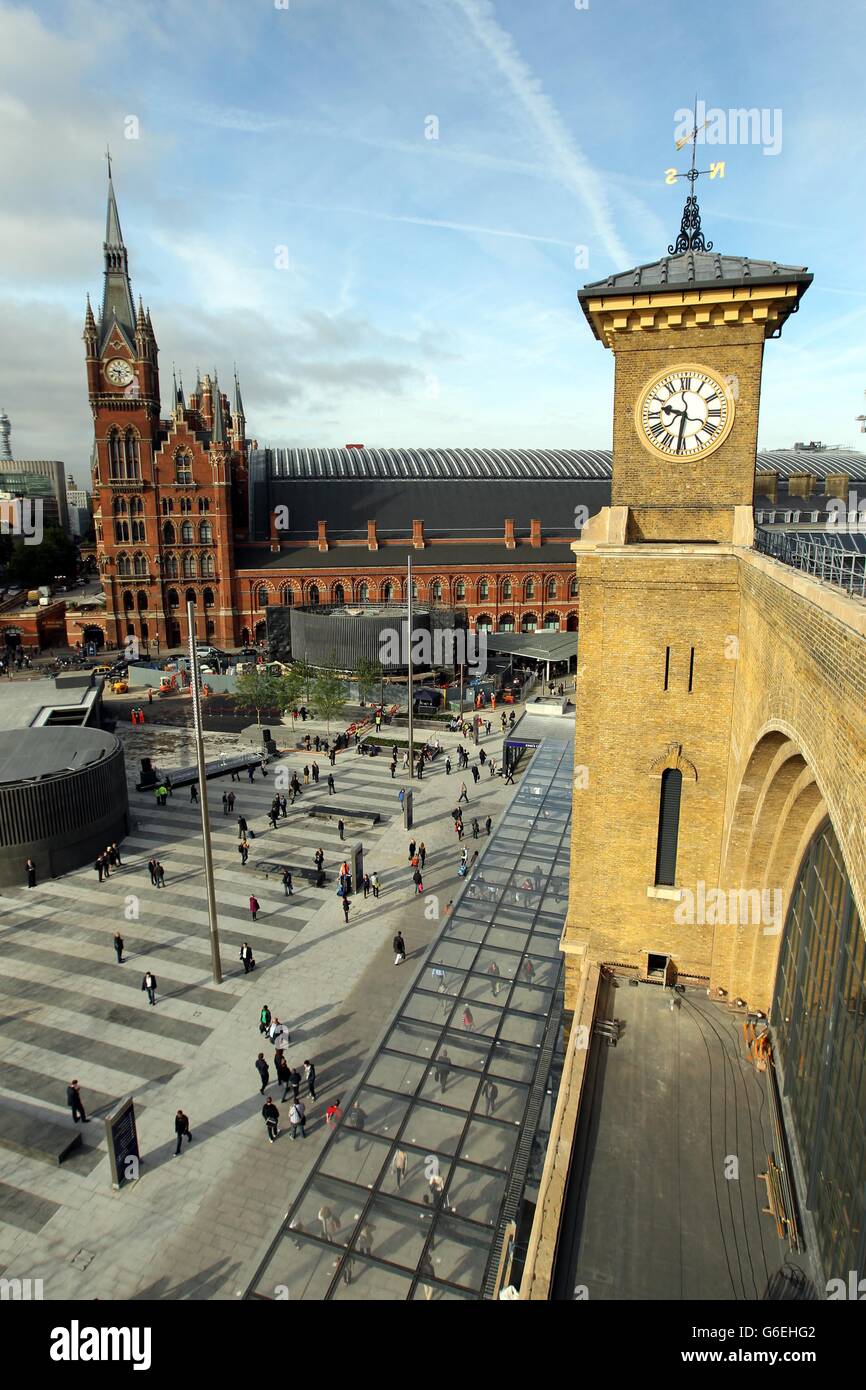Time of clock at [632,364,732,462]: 9:31
